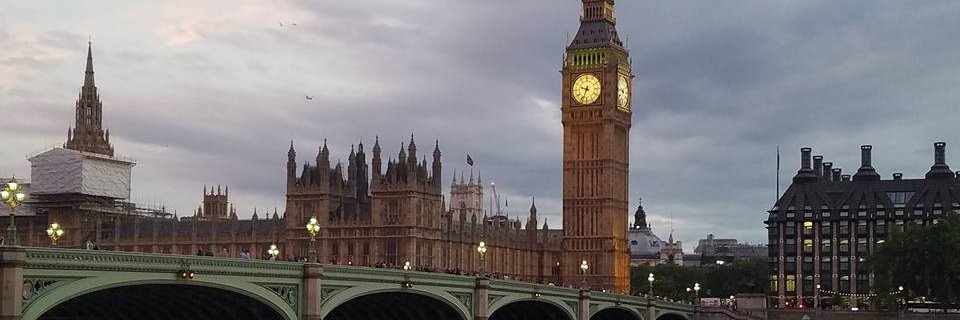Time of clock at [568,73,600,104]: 9:33
